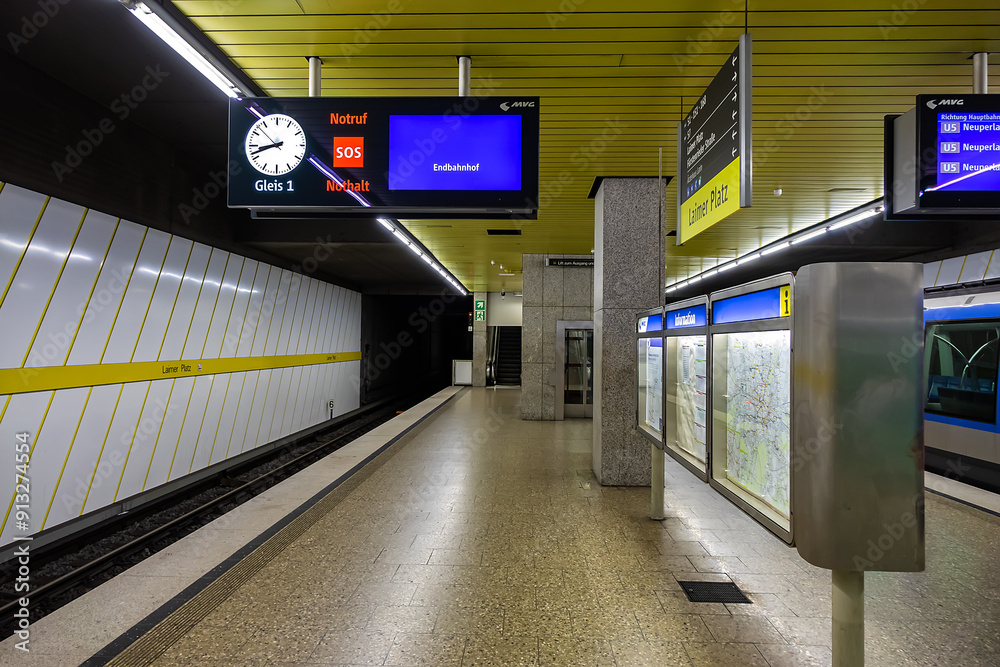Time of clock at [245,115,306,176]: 8:41
